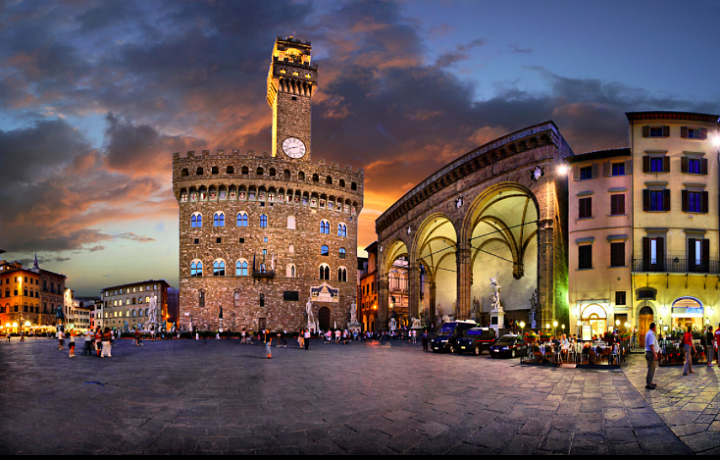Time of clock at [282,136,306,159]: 8:41
